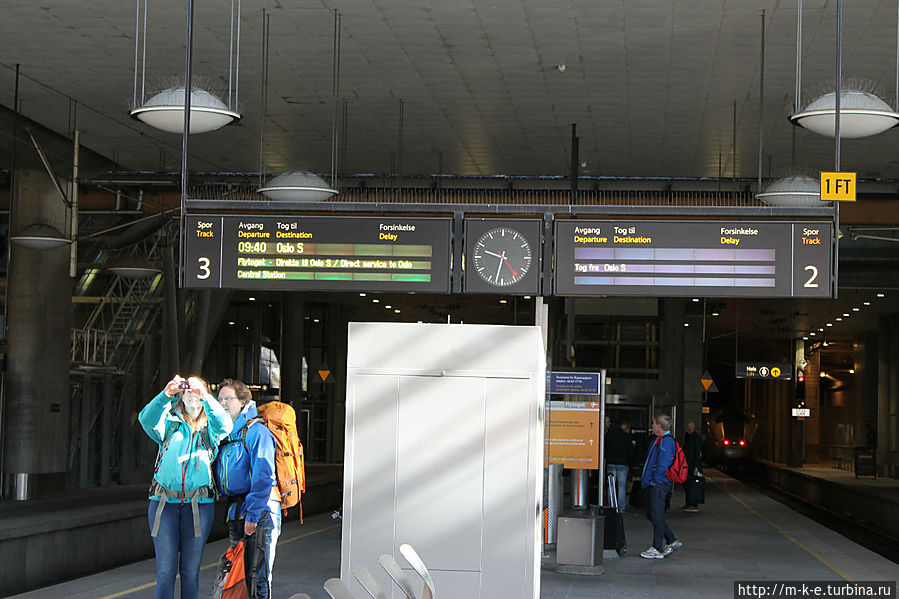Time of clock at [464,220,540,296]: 9:32
